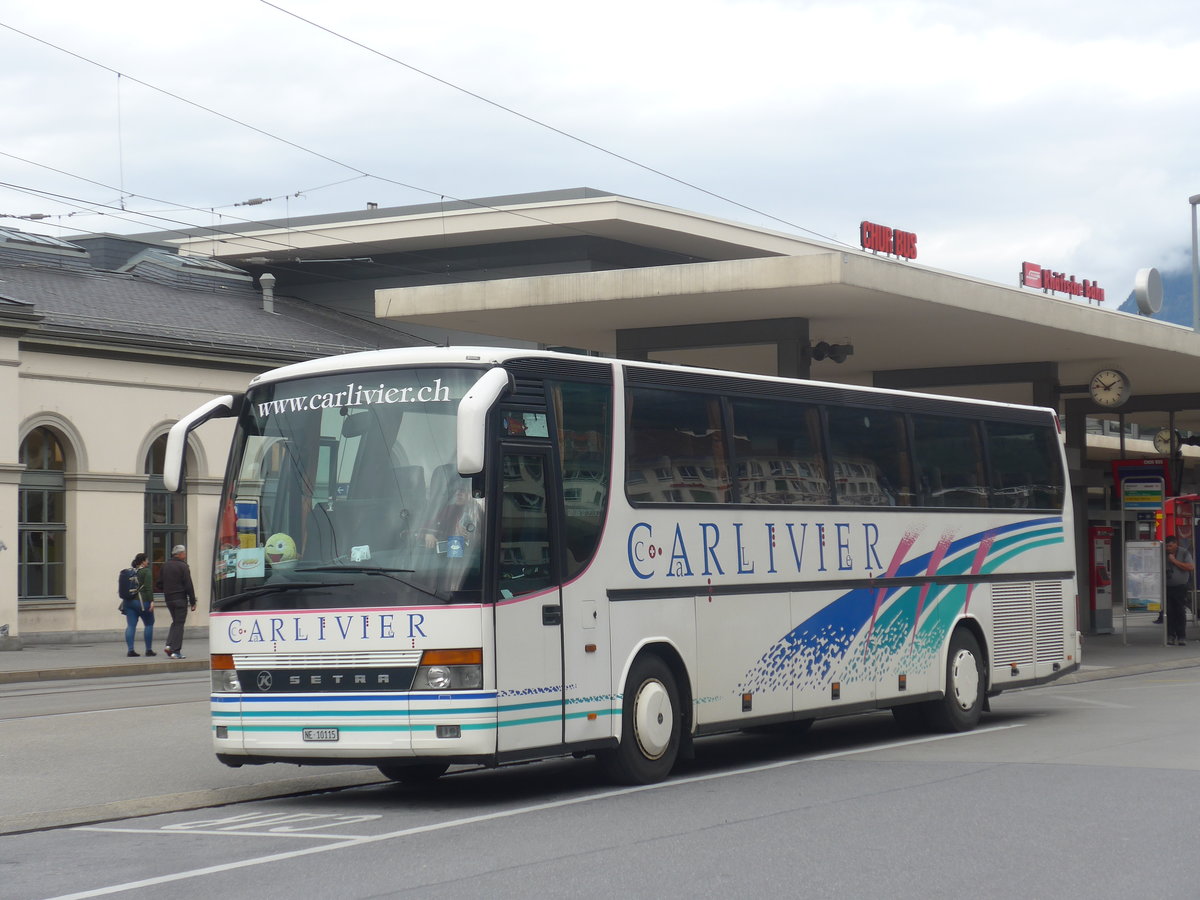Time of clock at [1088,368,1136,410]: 1:51
